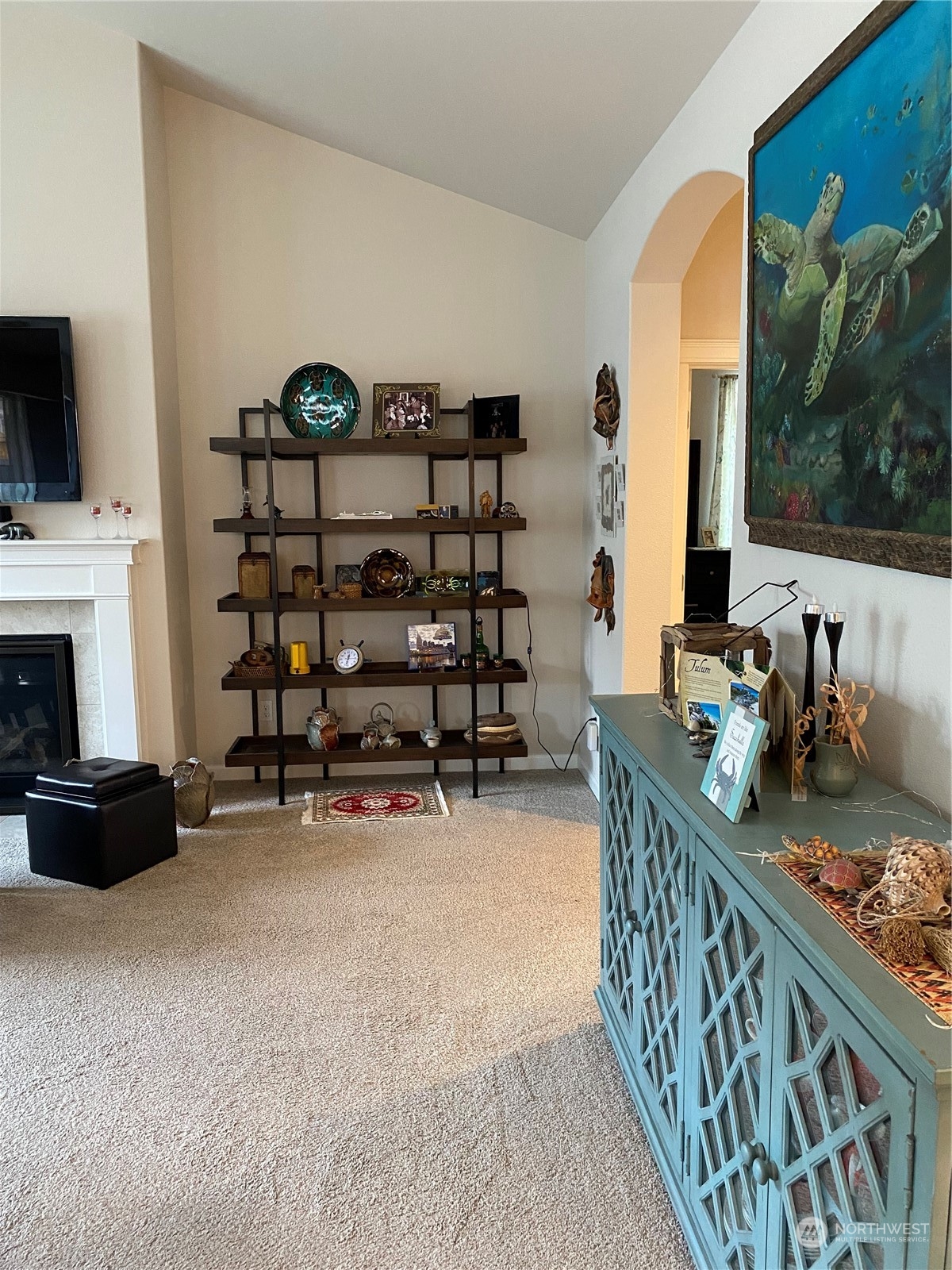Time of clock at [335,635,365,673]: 12:32
